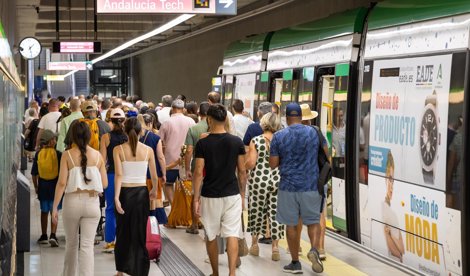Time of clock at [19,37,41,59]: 1:28
